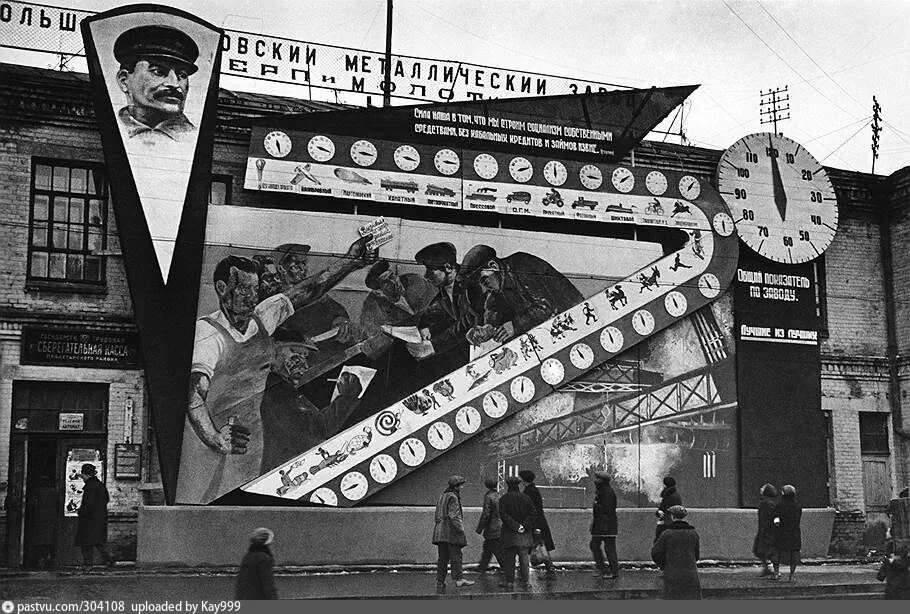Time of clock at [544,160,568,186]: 11:59
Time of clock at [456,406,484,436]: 11:58
